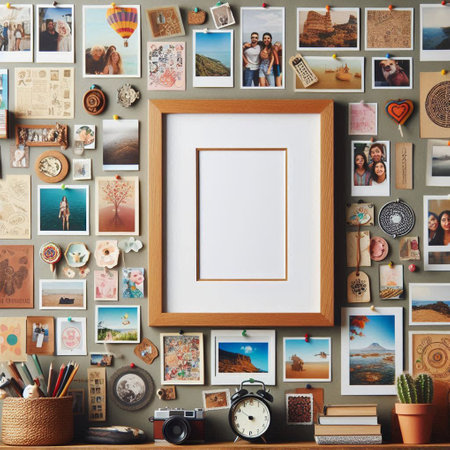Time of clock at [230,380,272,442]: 9:51
